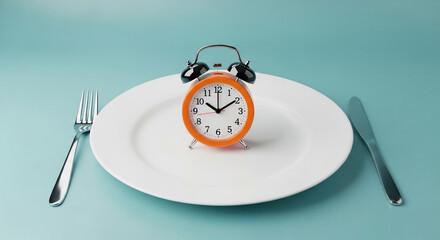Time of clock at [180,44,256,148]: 10:09
